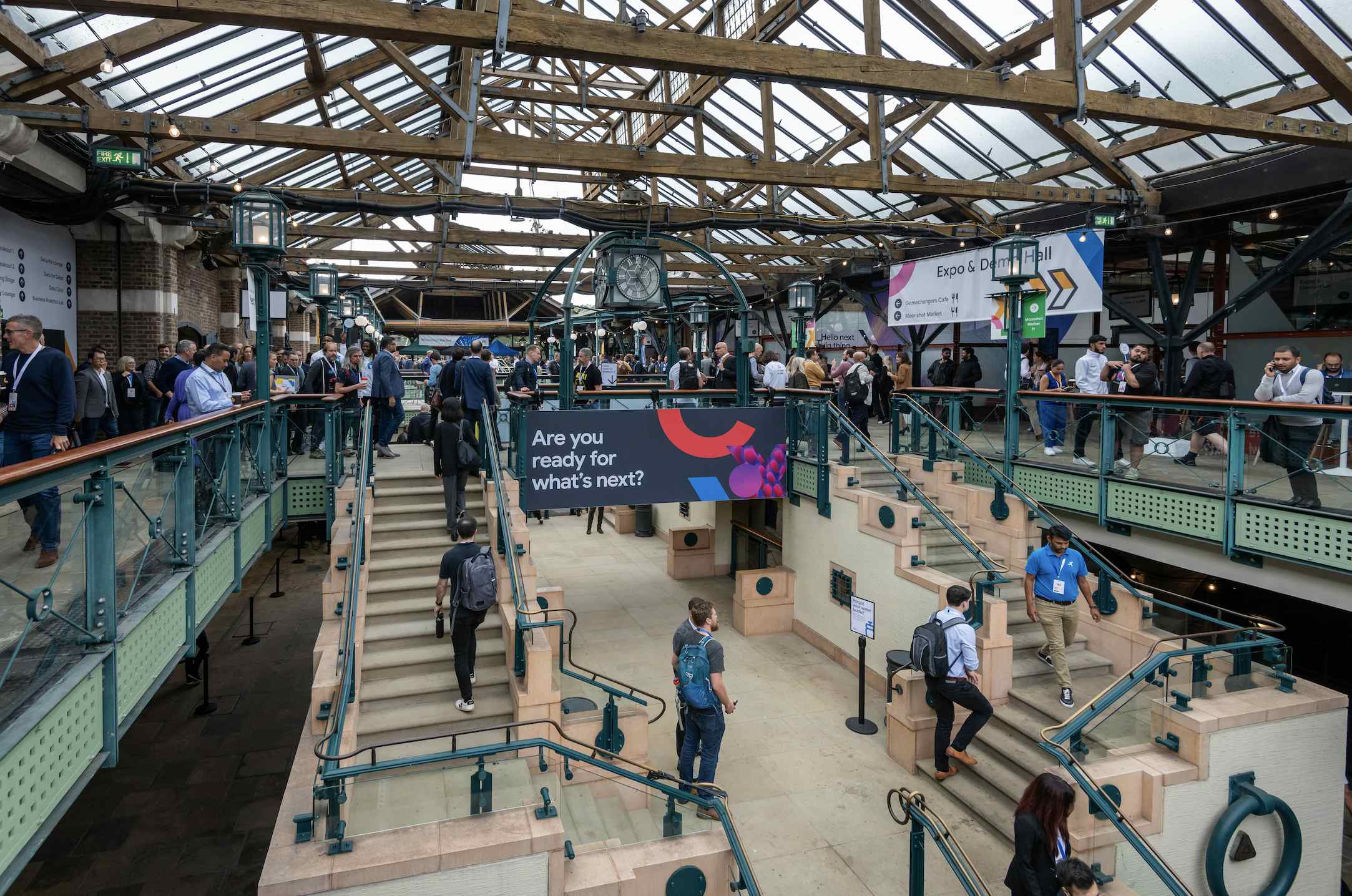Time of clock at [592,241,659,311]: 12:24
